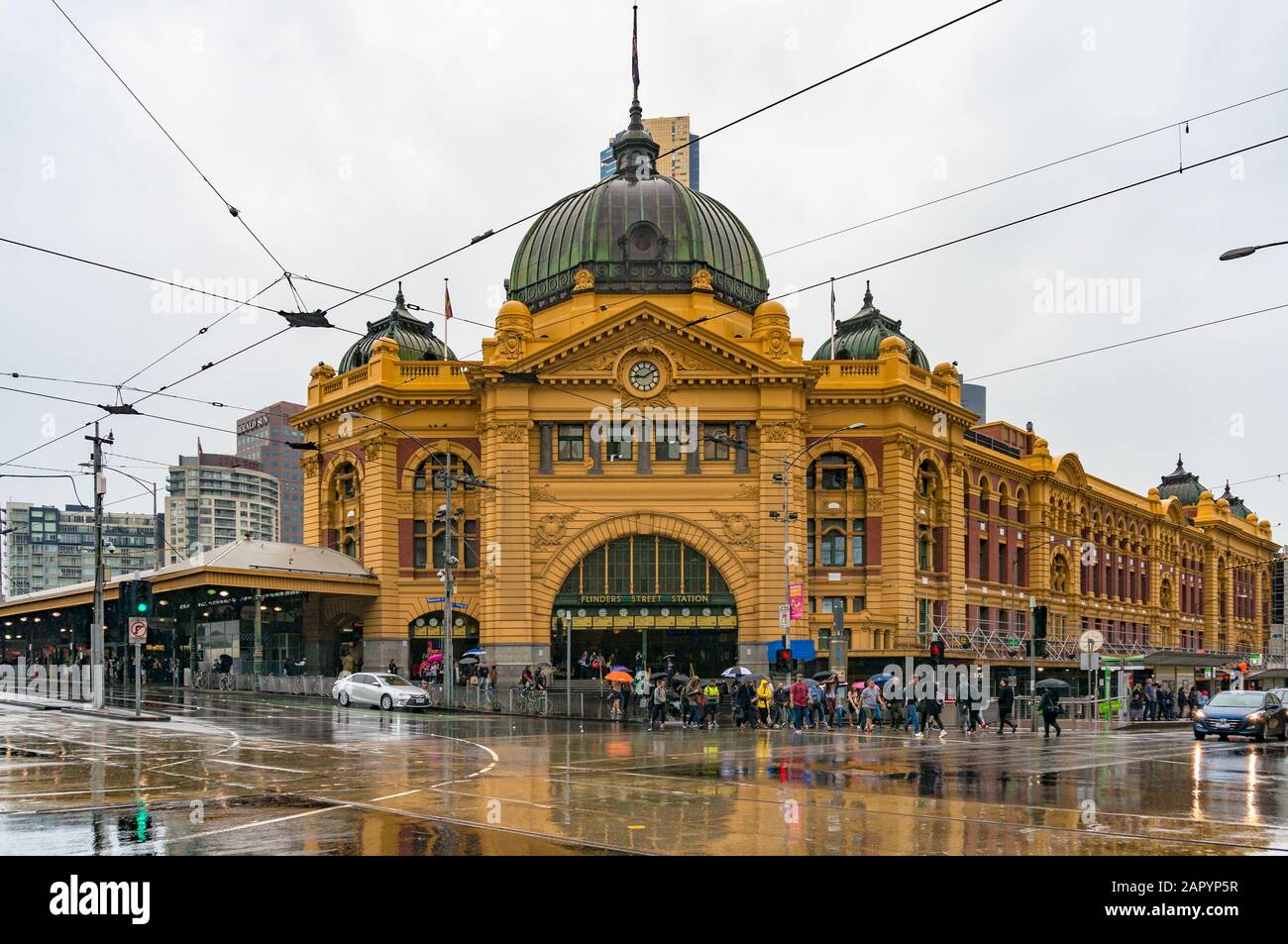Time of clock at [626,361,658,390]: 9:09
